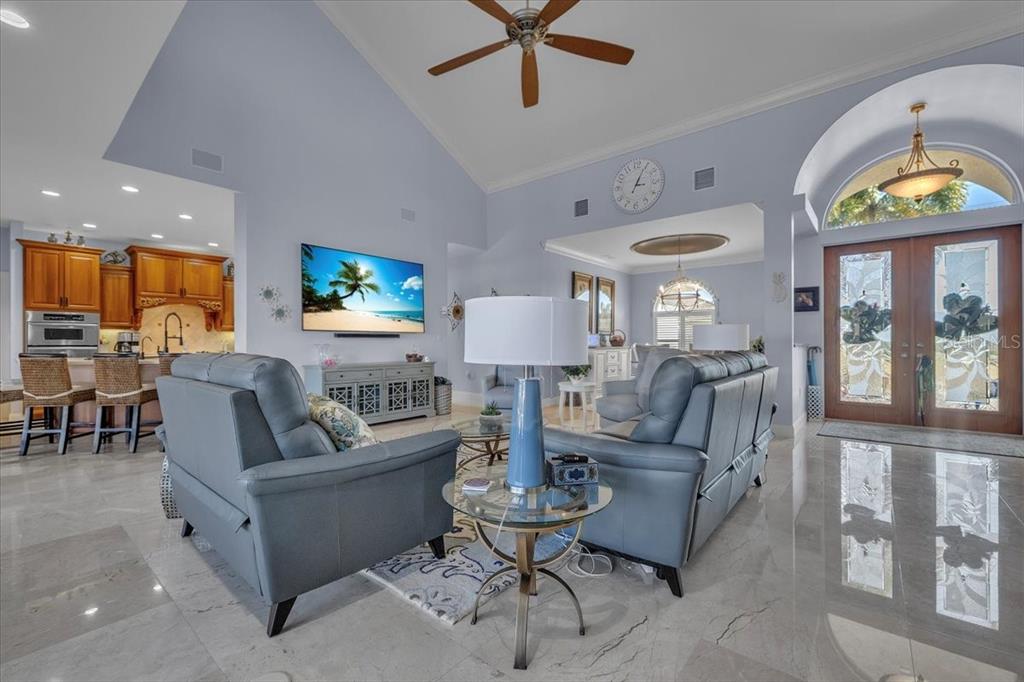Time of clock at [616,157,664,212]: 3:04
